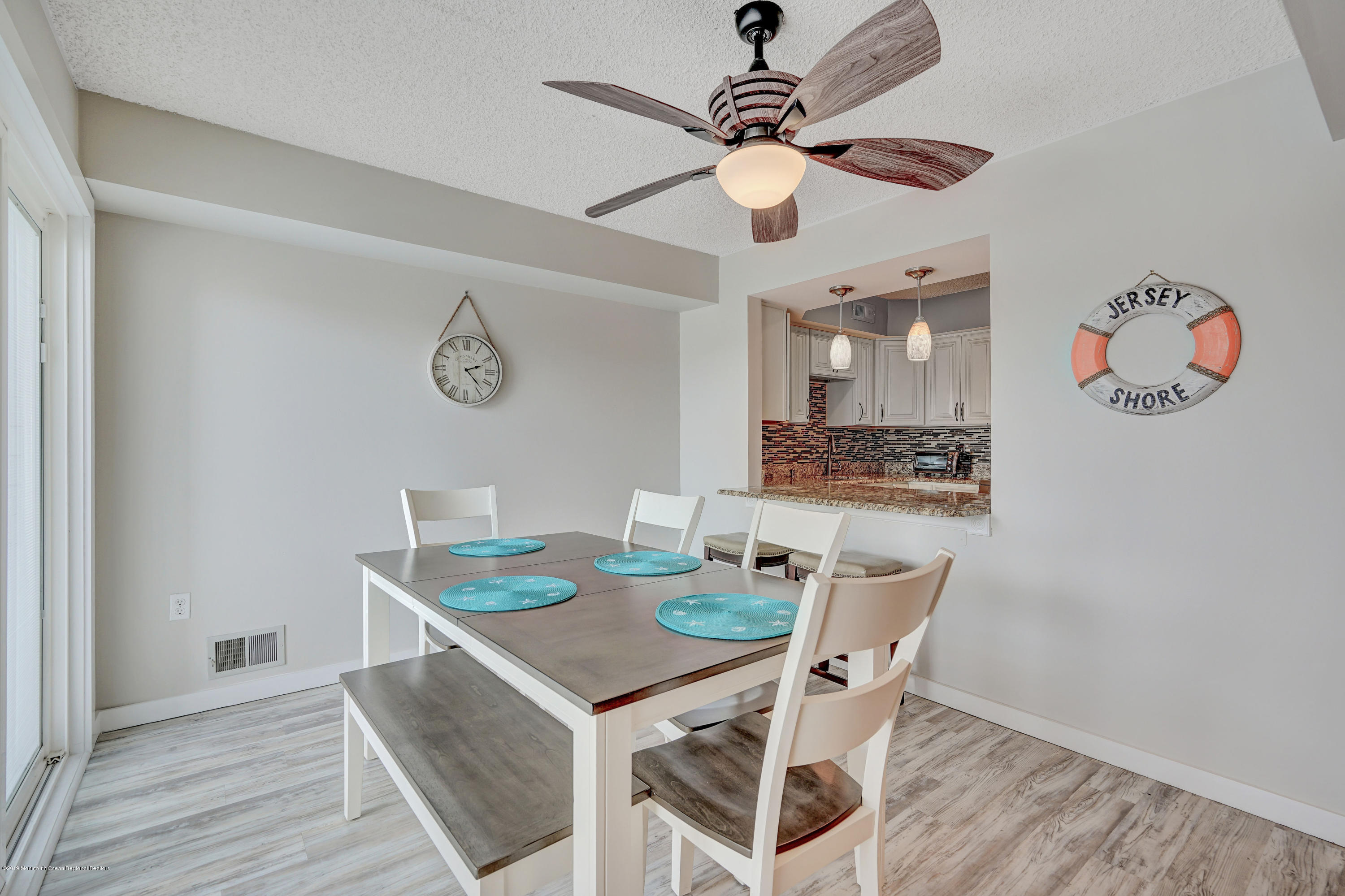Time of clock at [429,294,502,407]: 2:23
